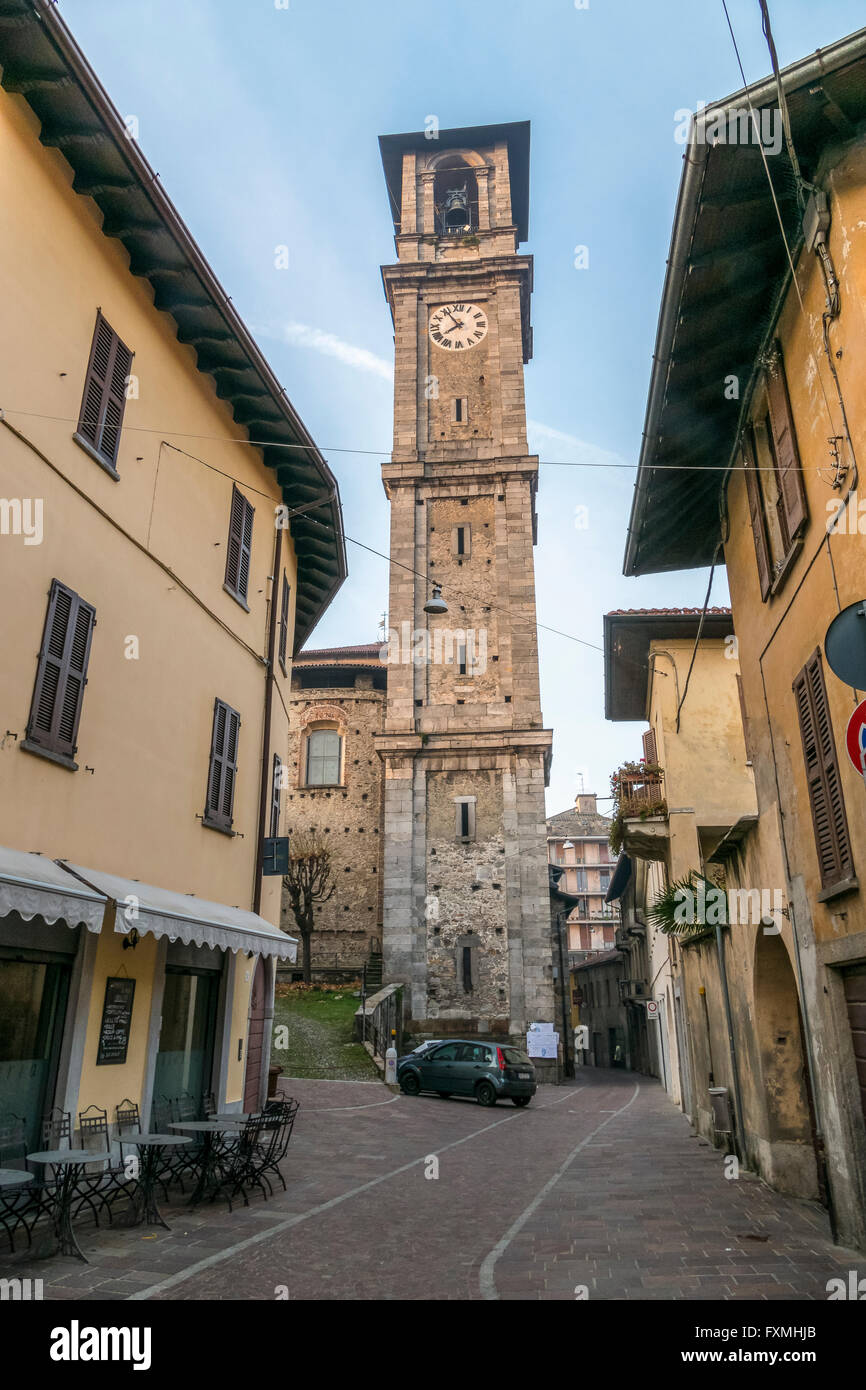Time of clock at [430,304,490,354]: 7:54
